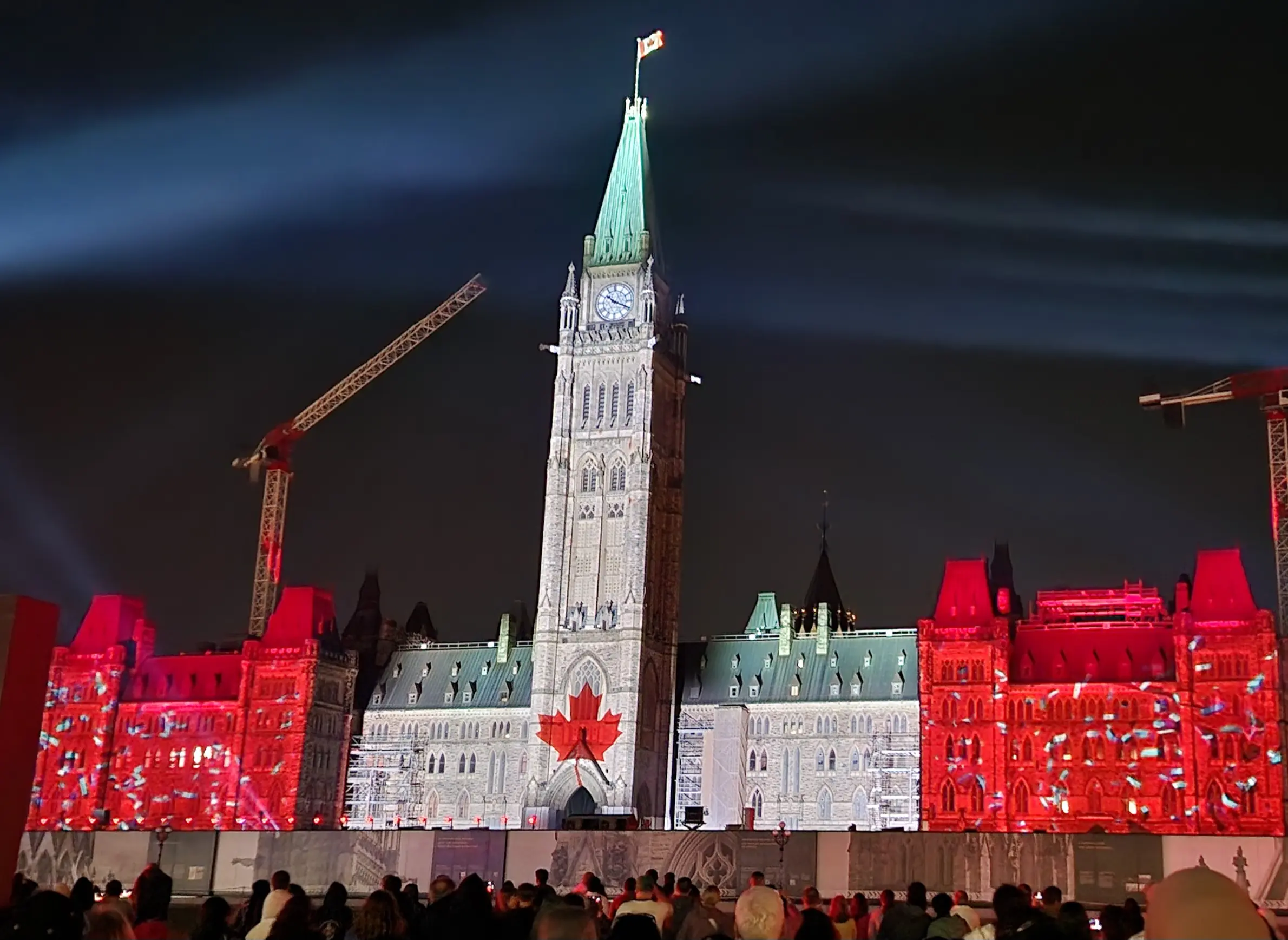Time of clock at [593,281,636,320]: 10:18
